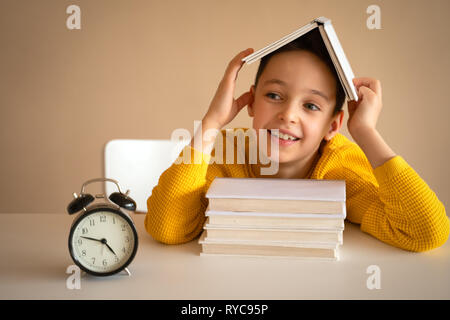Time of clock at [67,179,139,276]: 4:47
